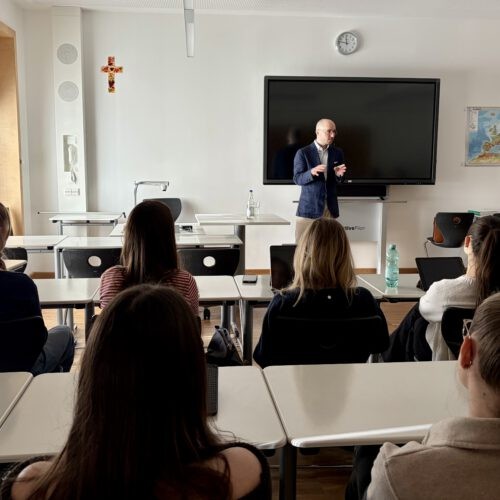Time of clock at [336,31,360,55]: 11:46
